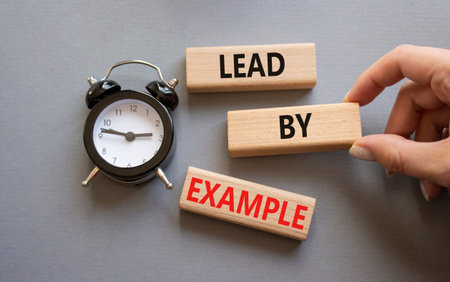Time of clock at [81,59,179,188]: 2:46
